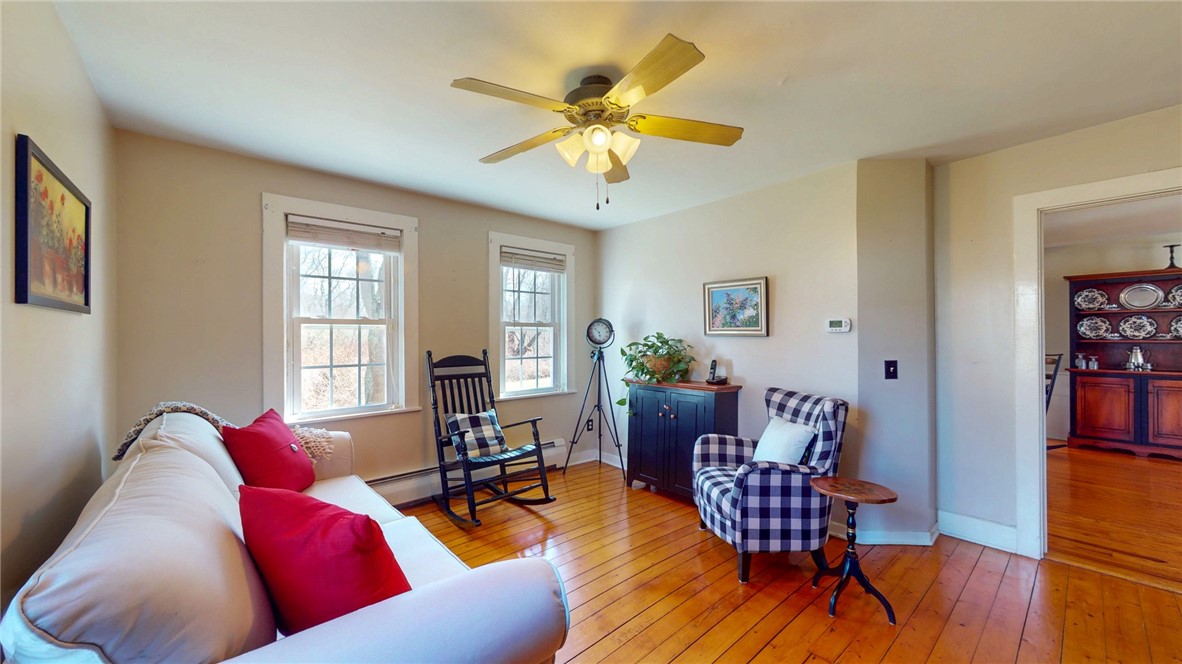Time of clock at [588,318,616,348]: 5:51
